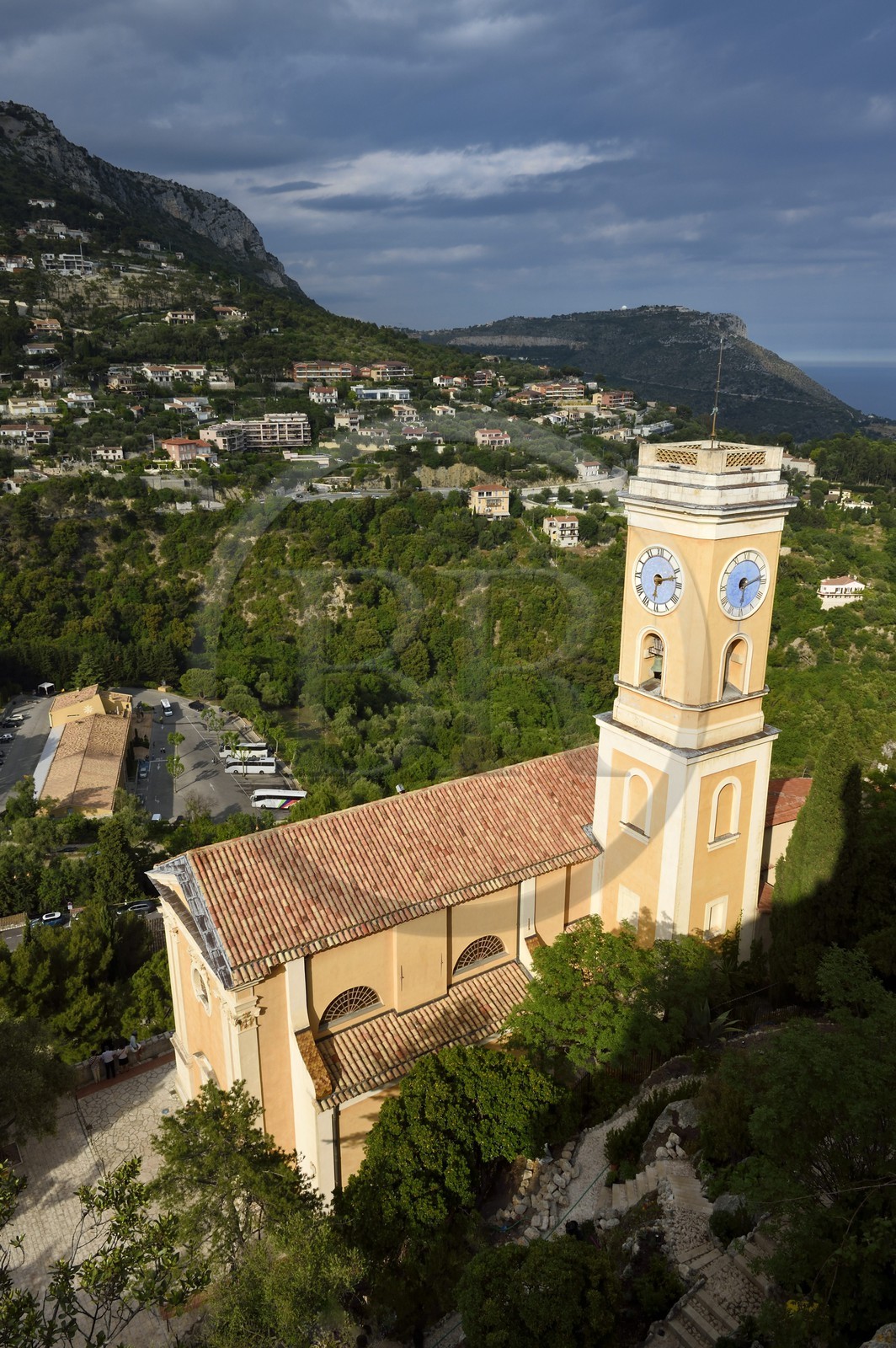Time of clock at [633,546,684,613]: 6:12
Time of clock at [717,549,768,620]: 6:13
